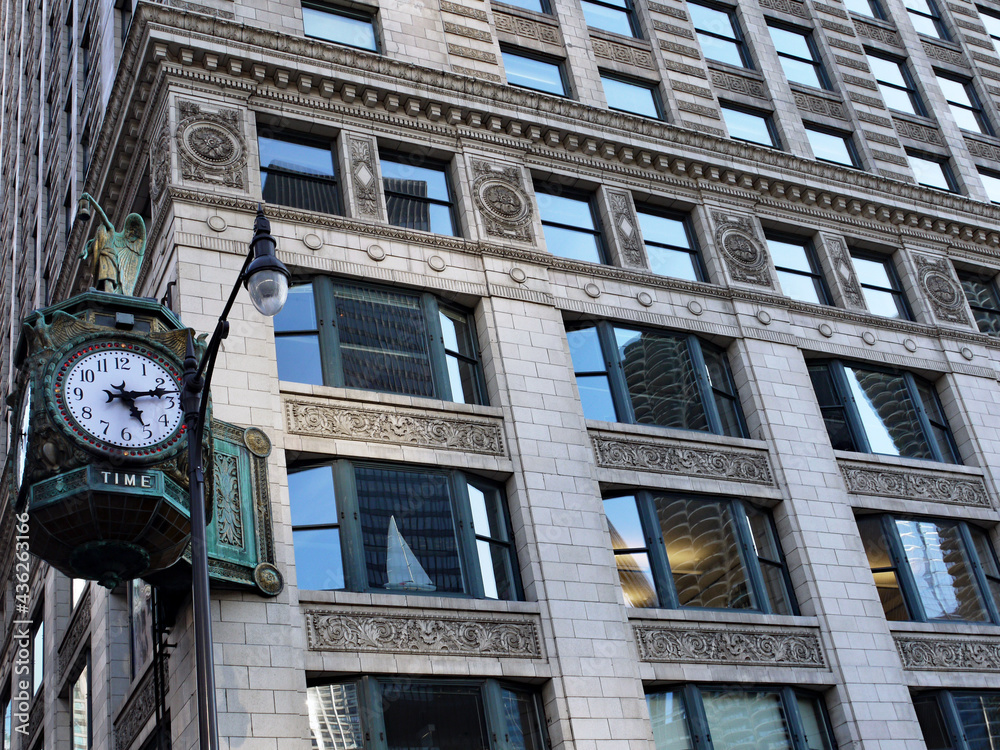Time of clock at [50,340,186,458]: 5:12
